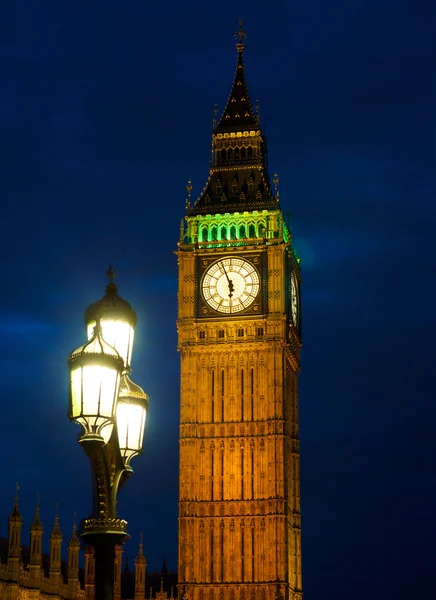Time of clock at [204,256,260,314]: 5:56
